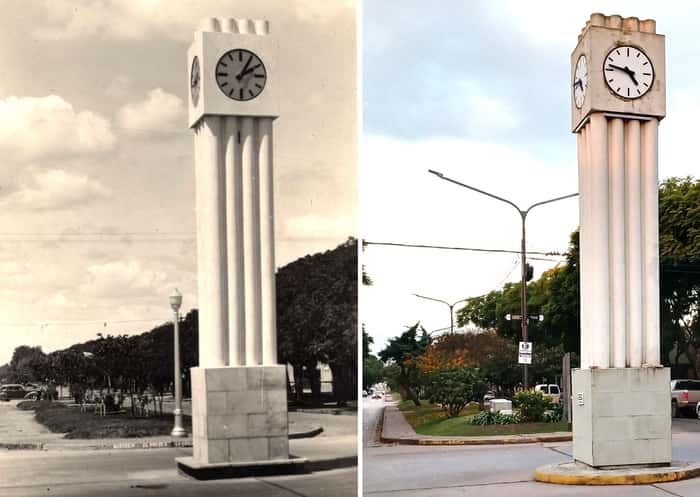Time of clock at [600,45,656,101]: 4:47
